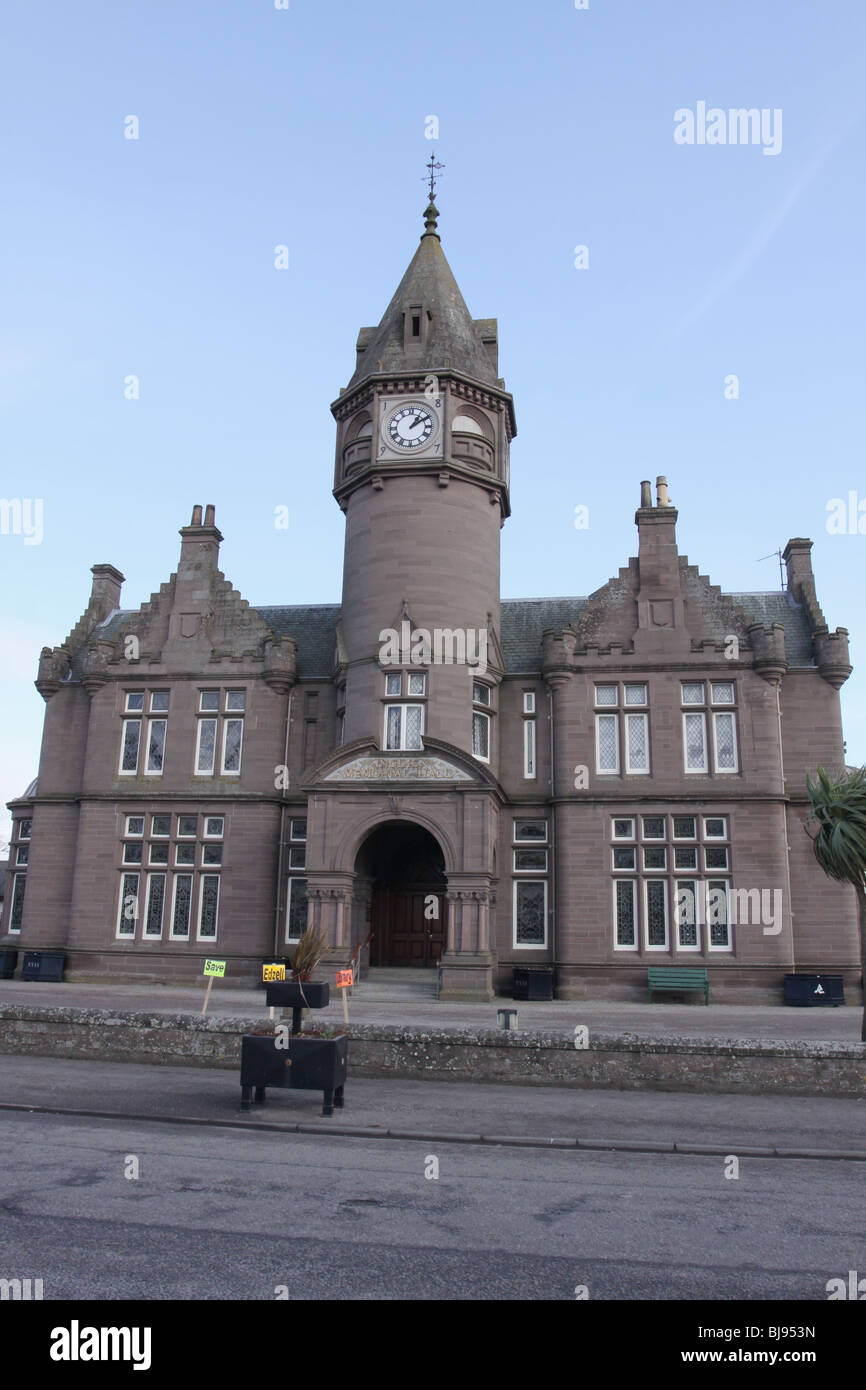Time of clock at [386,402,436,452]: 1:09
